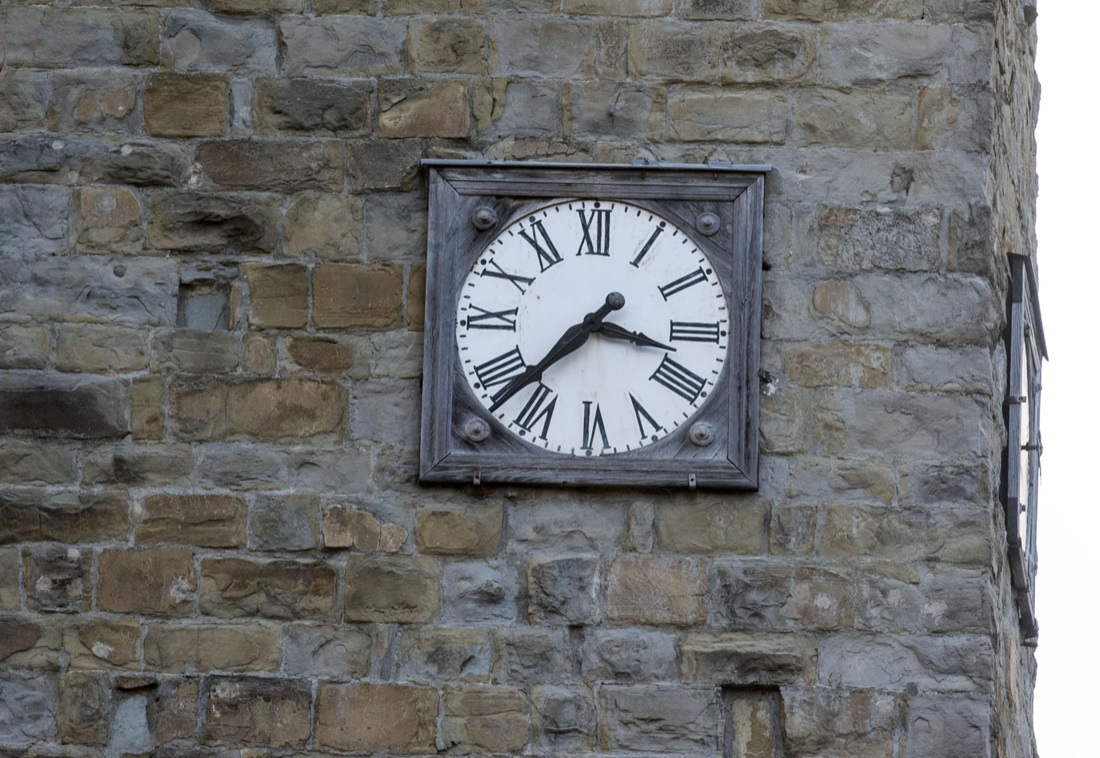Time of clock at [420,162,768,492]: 3:37
